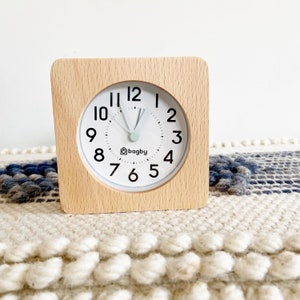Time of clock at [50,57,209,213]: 12:55
